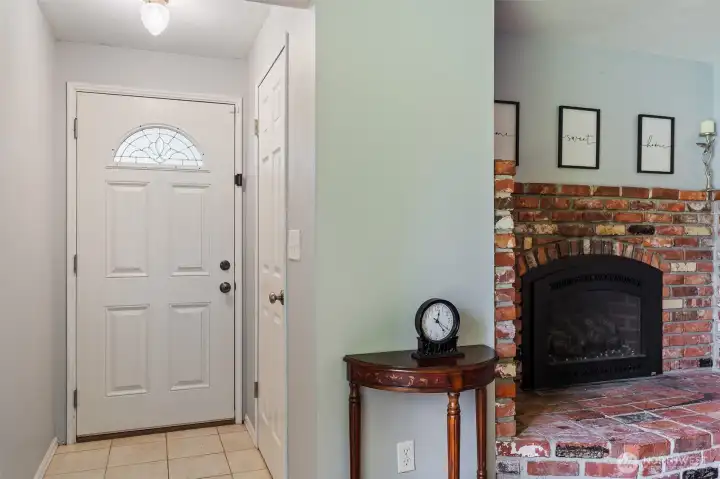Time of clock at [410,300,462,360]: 12:23
